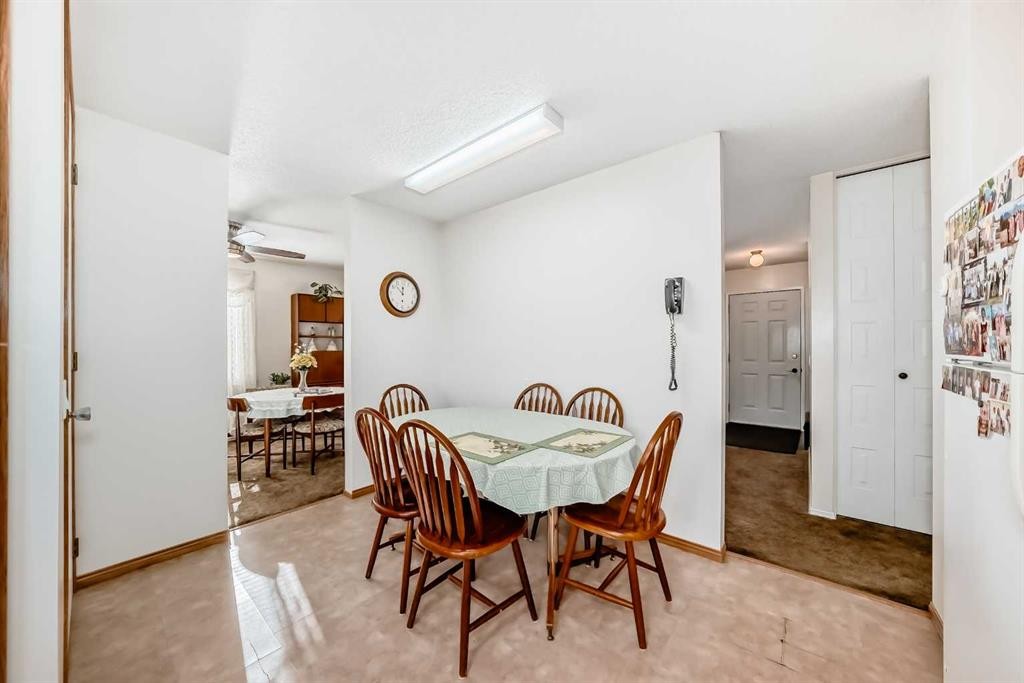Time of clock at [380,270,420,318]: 11:52
